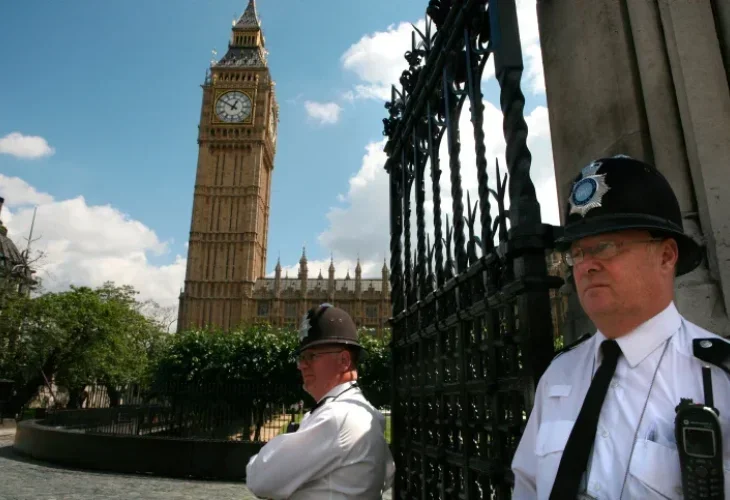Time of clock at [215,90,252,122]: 12:50
